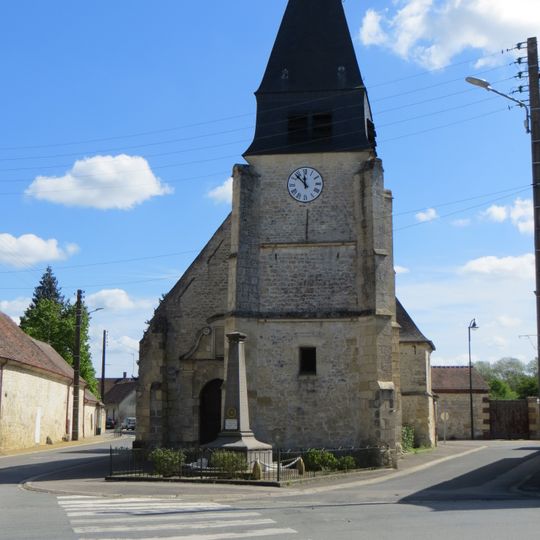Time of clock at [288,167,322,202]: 11:52
